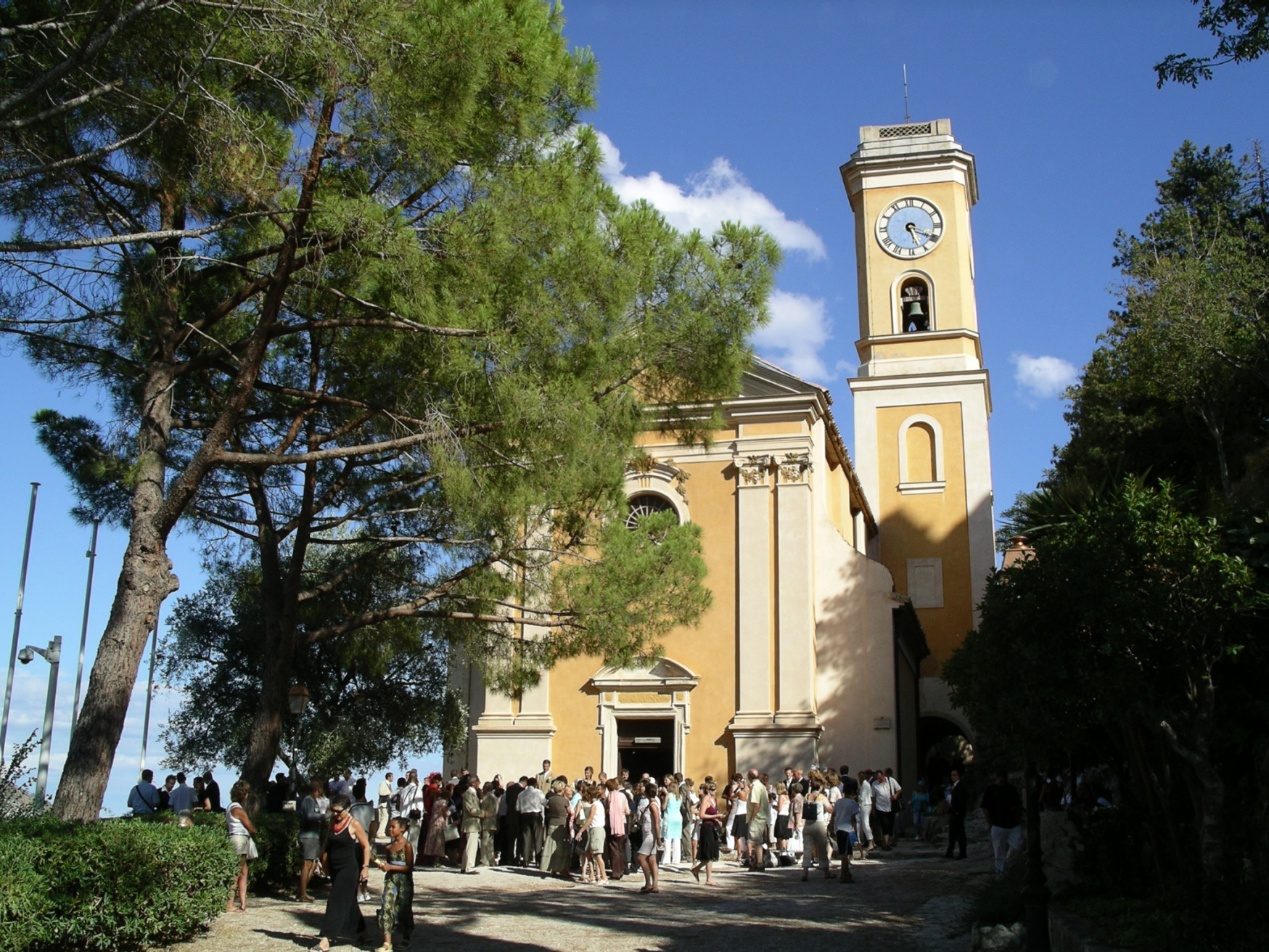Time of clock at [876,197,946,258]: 5:19
